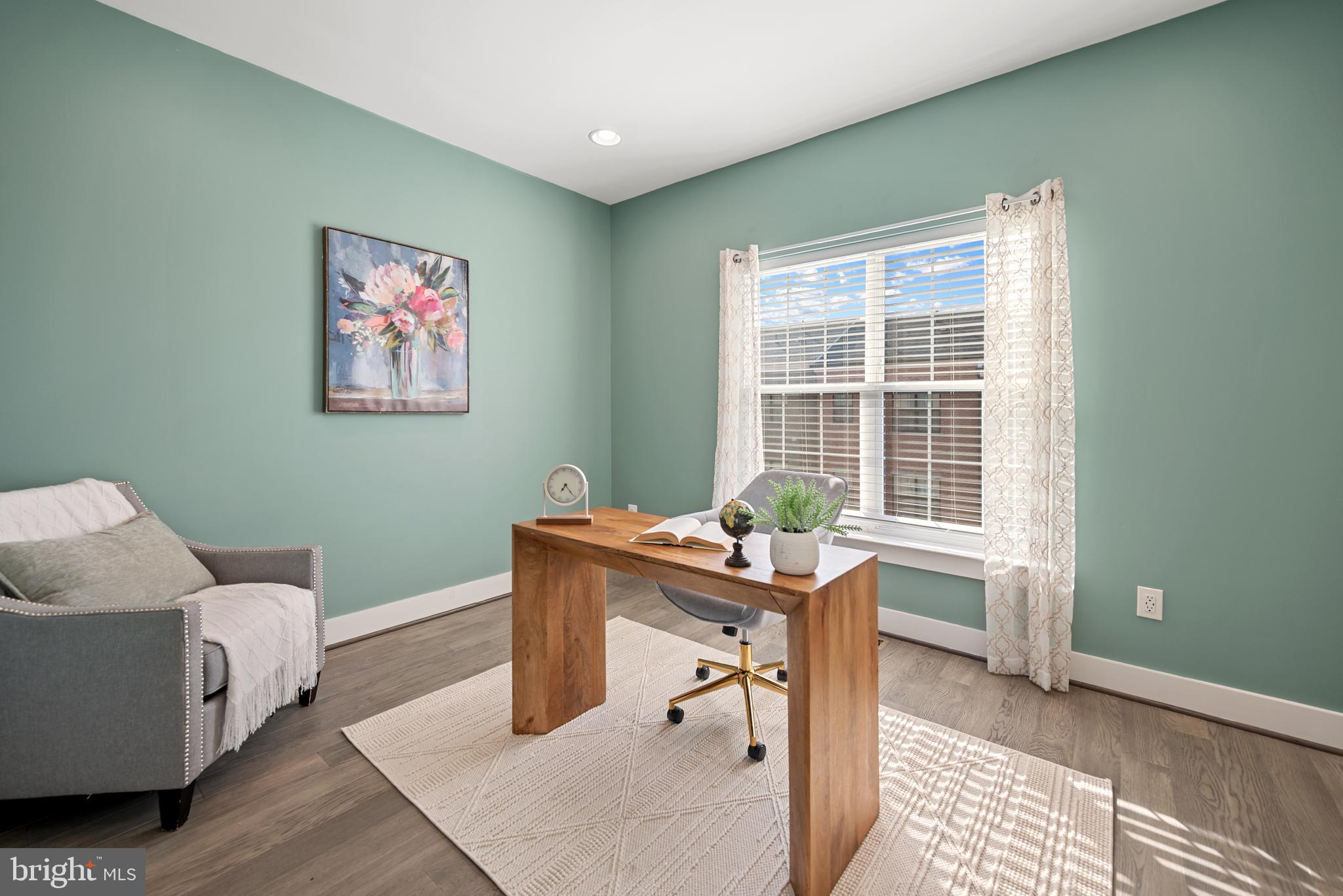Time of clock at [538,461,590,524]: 7:25
